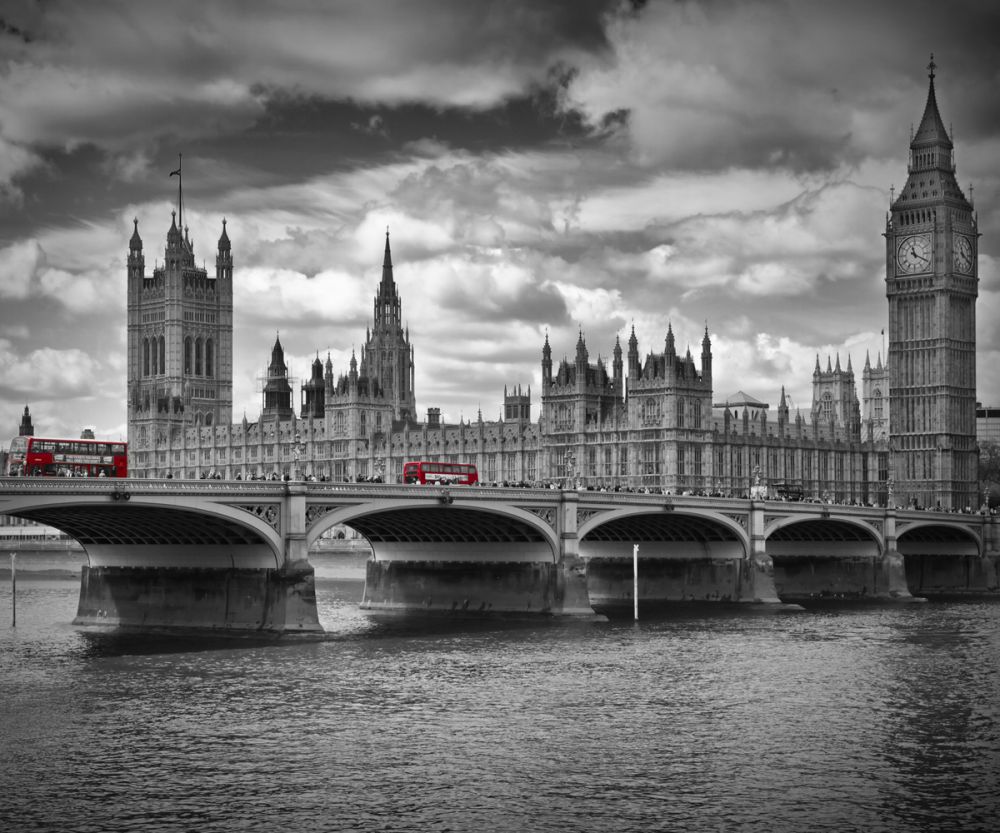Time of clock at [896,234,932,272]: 11:19
